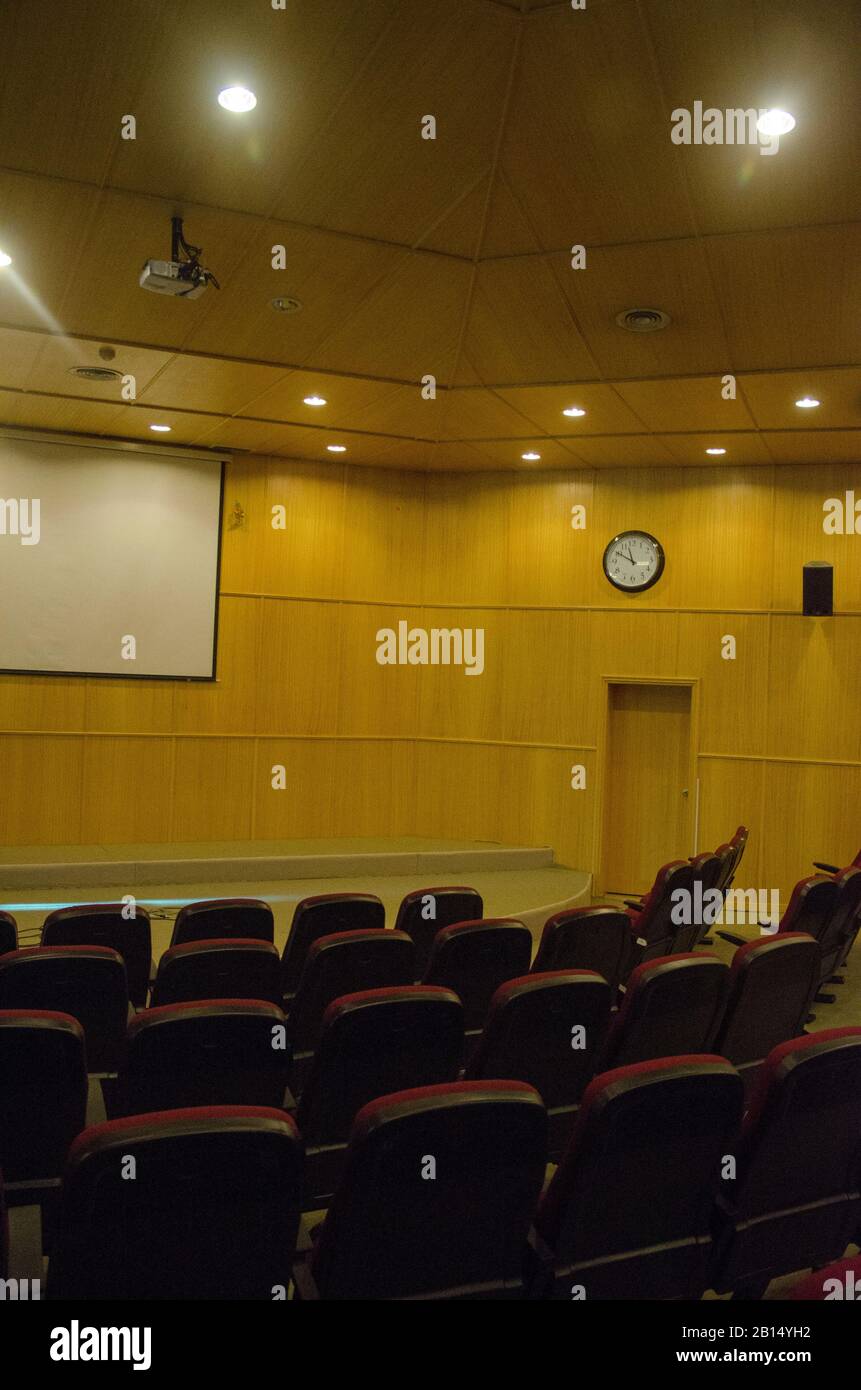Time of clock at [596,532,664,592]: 11:50
